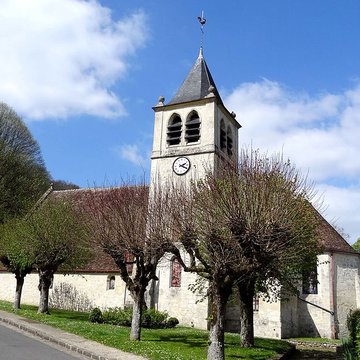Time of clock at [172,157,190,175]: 2:19
